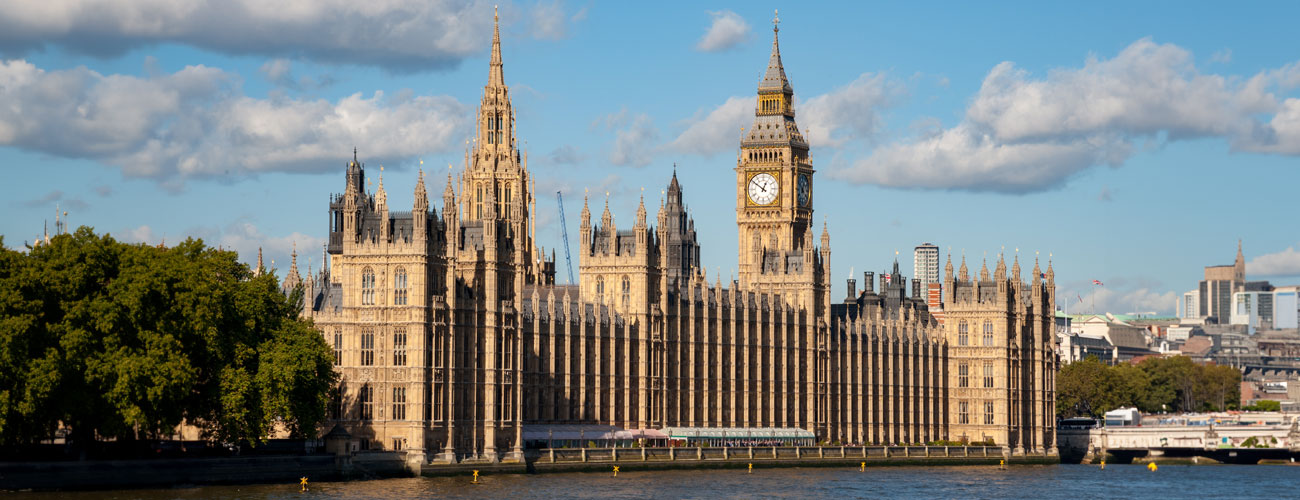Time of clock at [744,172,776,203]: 12:51
